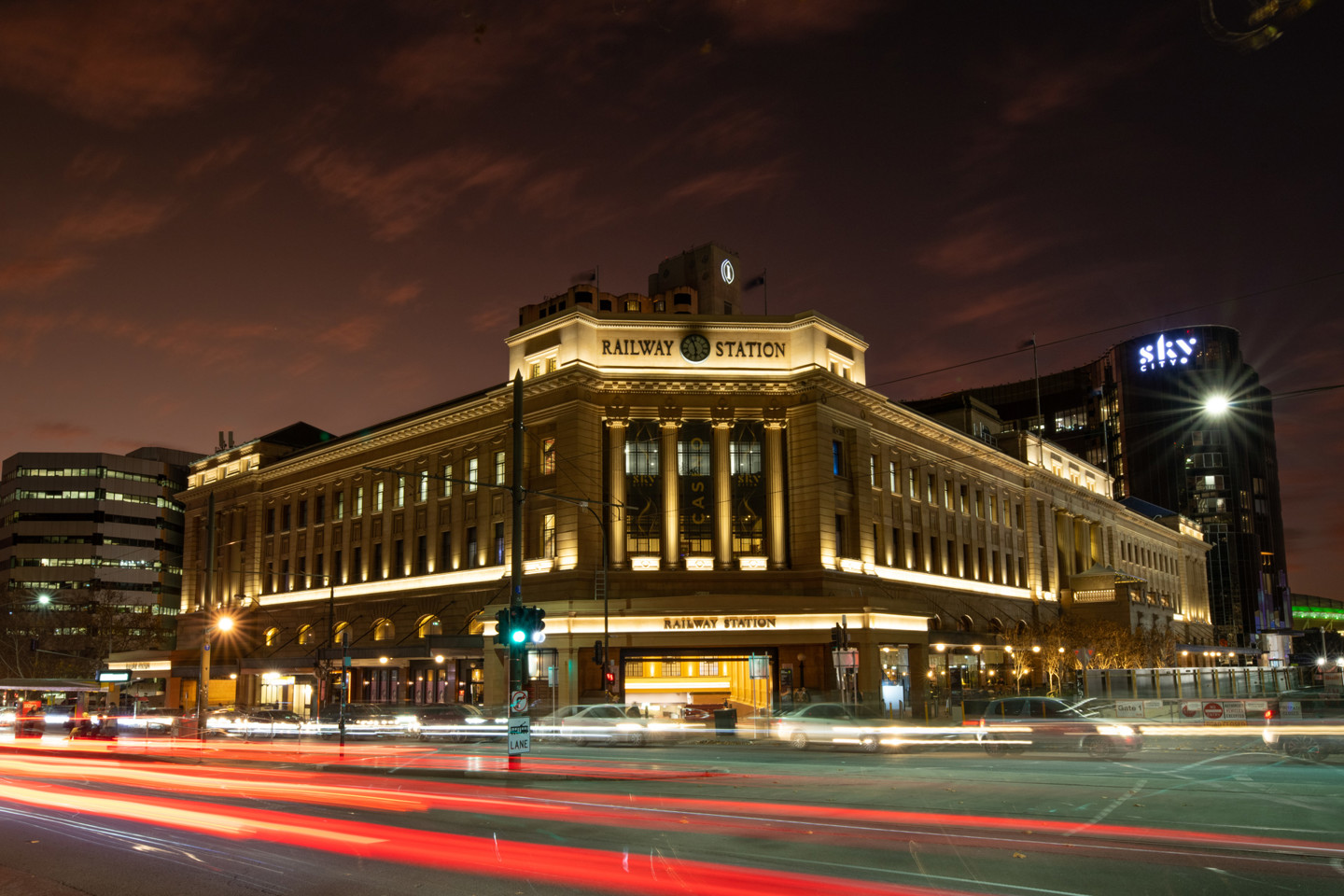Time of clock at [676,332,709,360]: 5:56
